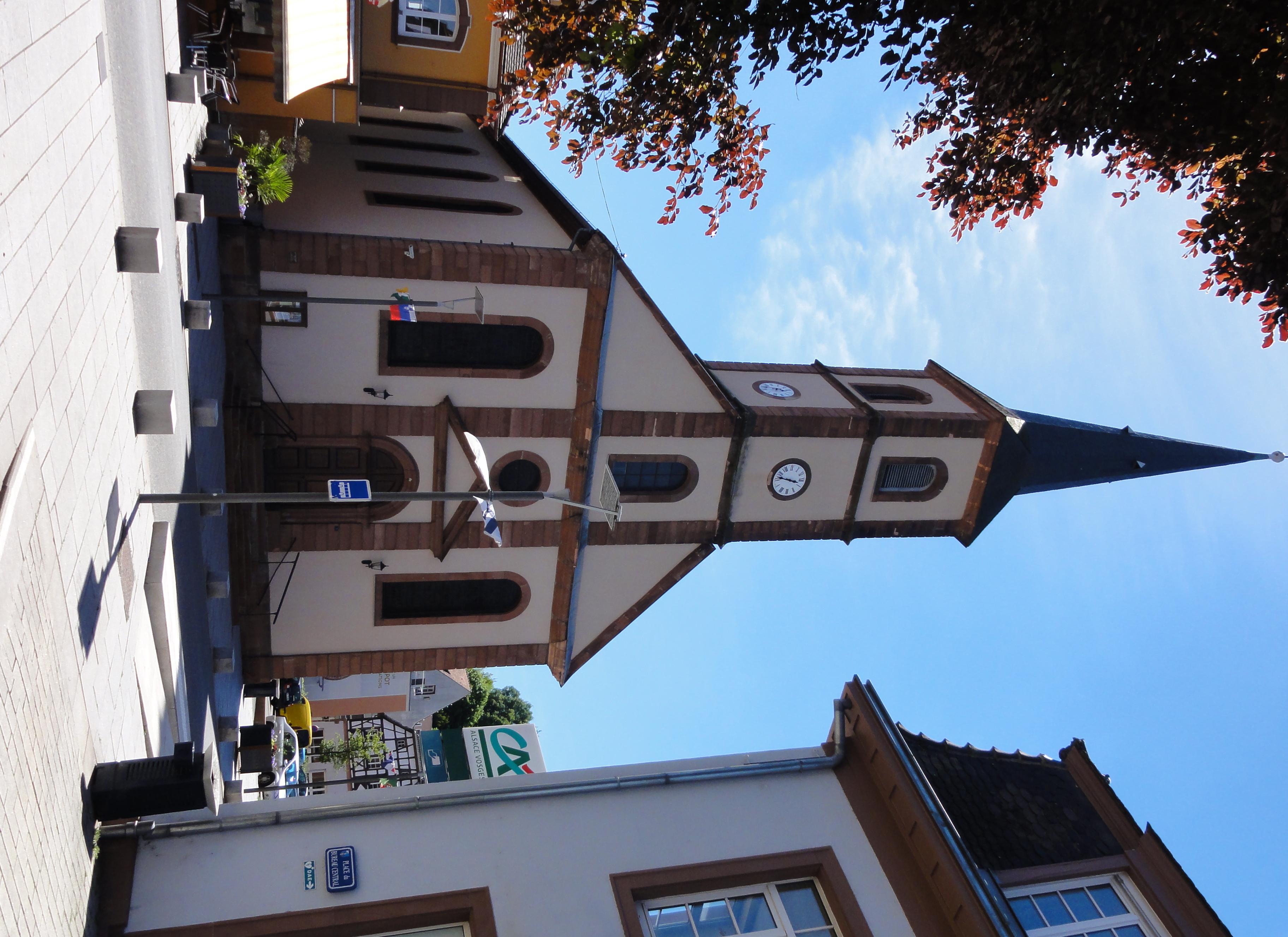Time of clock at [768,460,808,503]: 3:47
